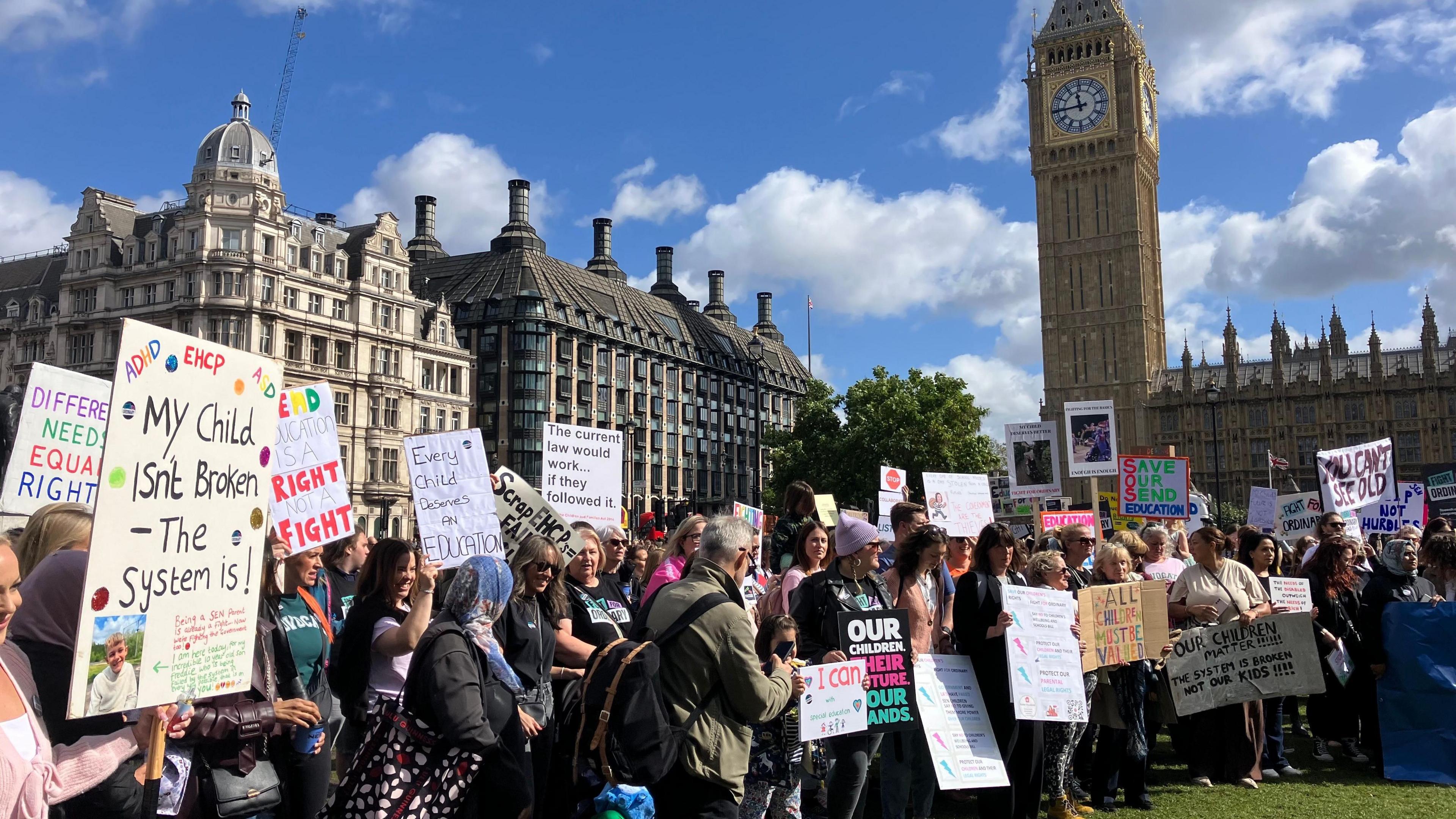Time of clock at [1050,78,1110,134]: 11:44
